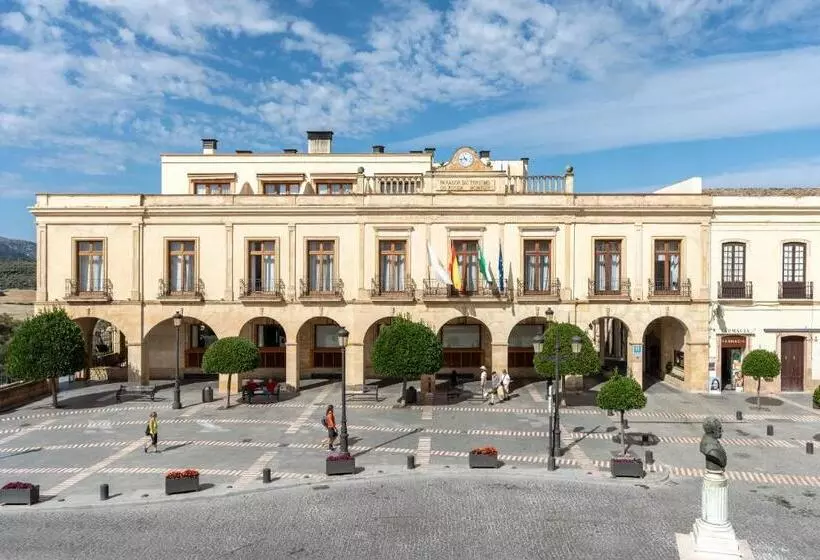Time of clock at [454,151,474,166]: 4:42
